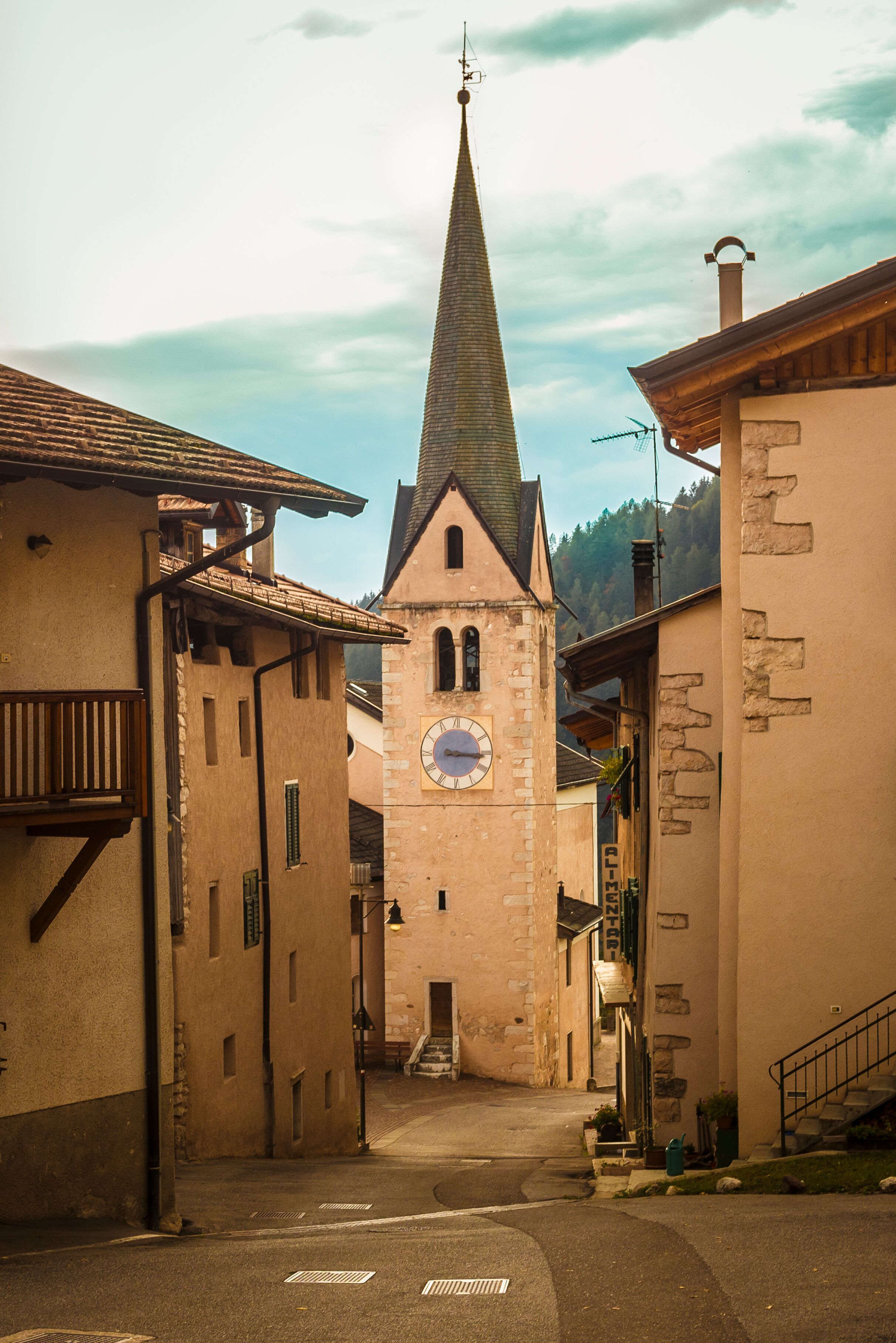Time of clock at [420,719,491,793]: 3:16
